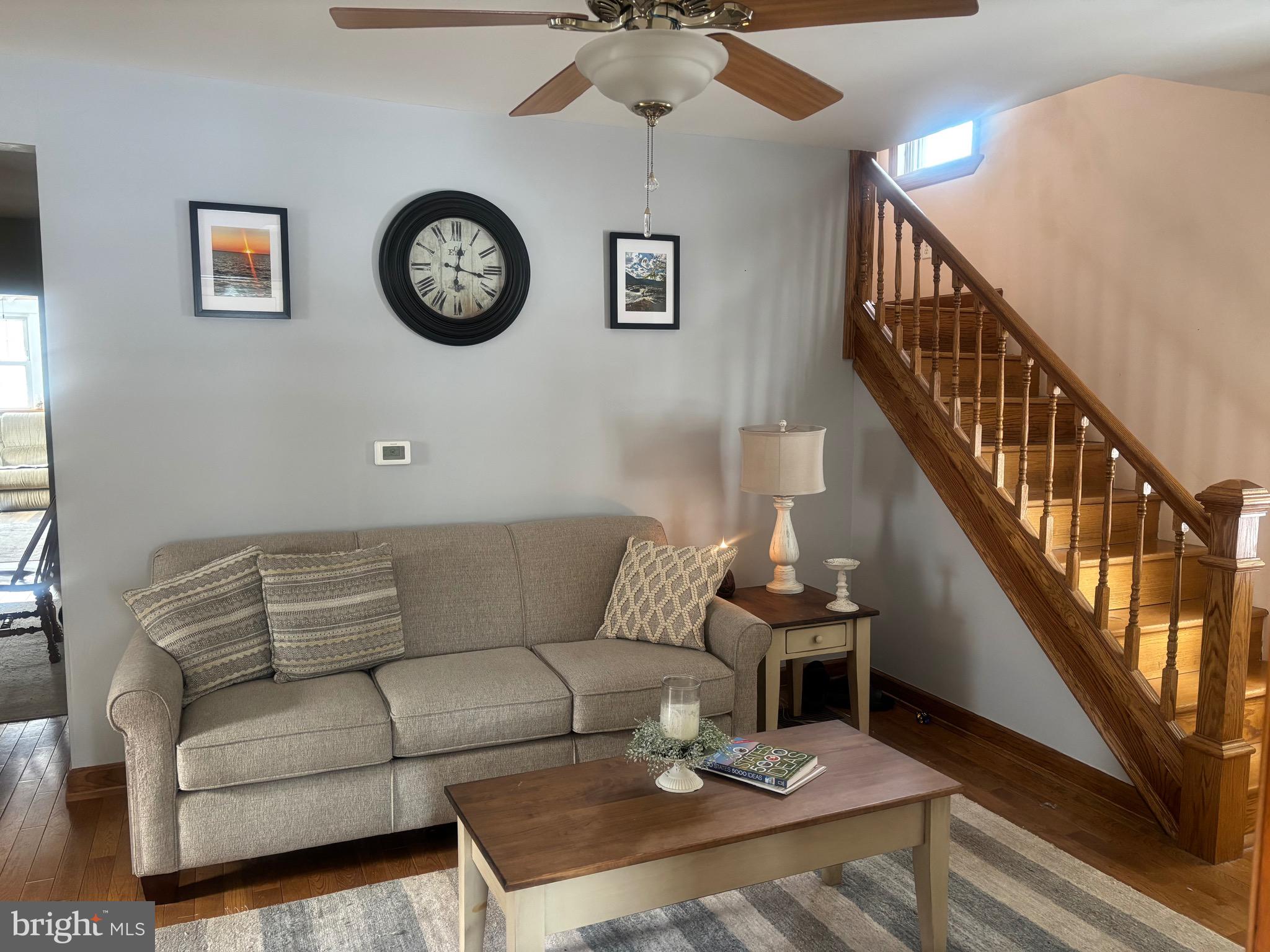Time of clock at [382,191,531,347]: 12:16
